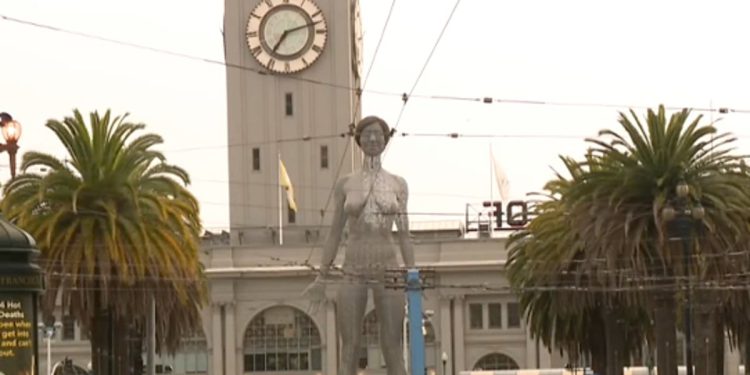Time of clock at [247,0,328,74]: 7:12
